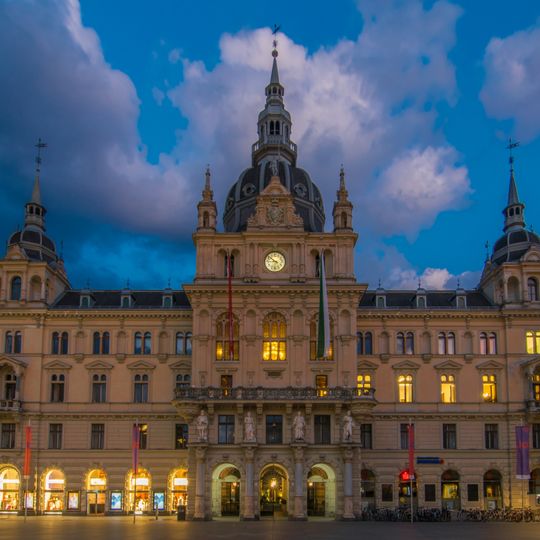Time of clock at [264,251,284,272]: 8:51
